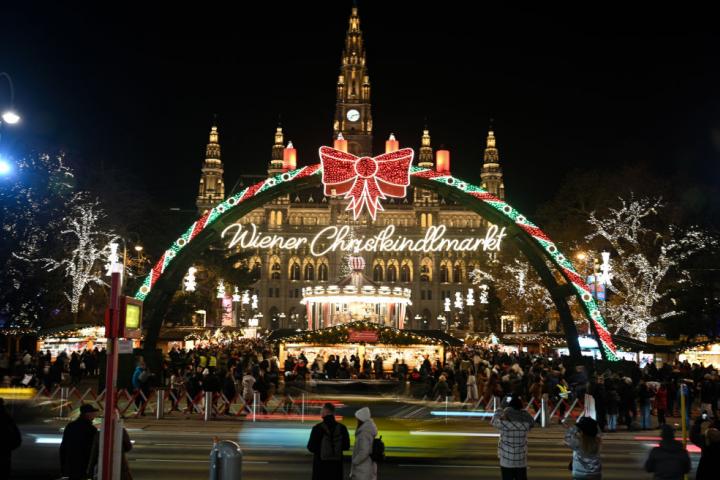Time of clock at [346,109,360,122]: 7:12
